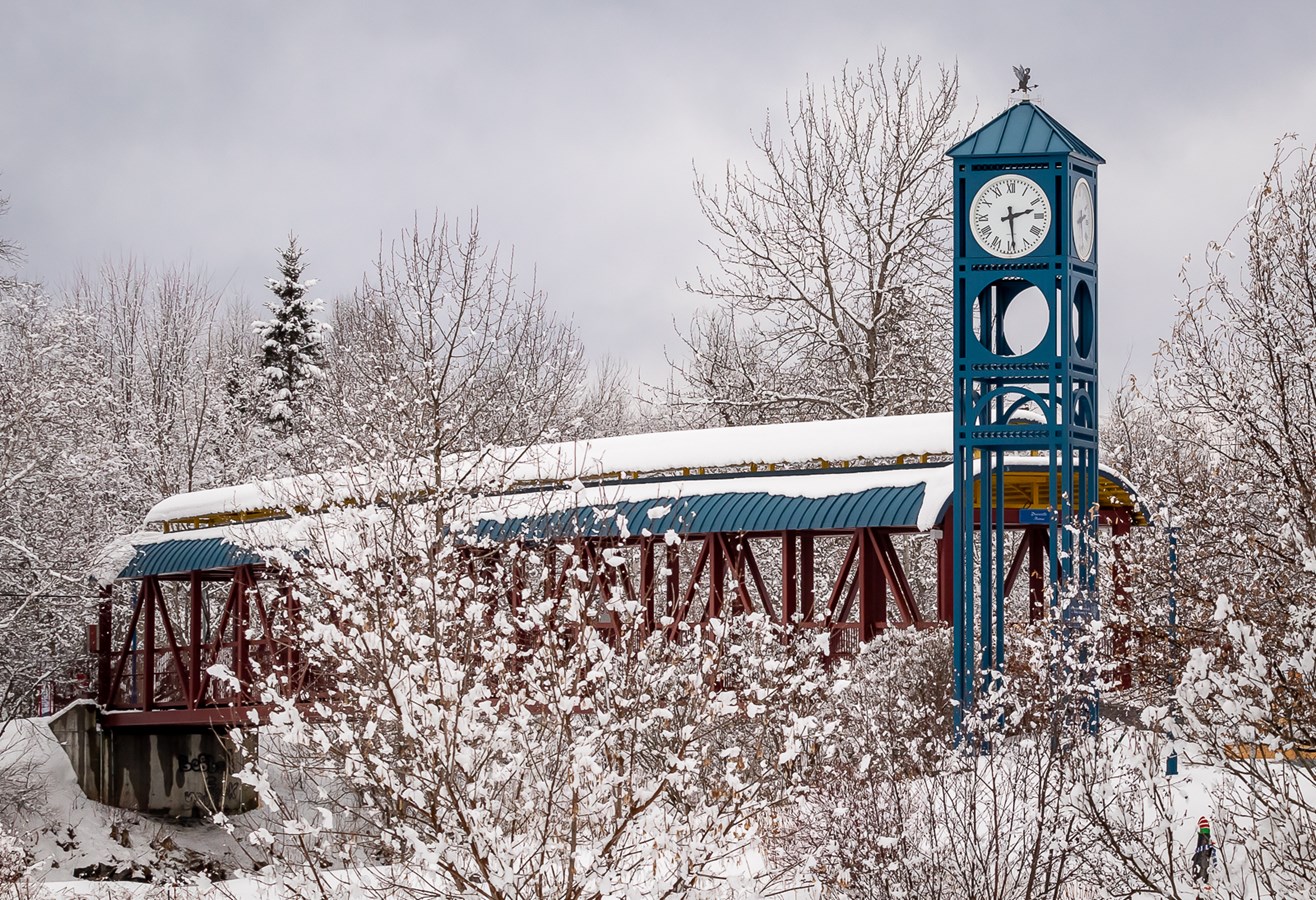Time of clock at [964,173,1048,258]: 2:29
